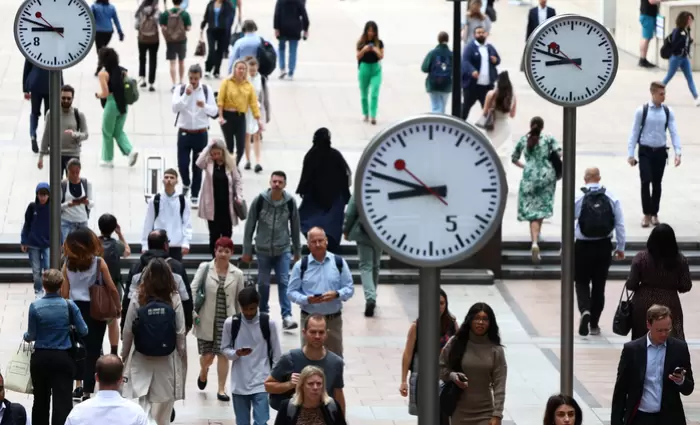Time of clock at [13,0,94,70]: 8:47
